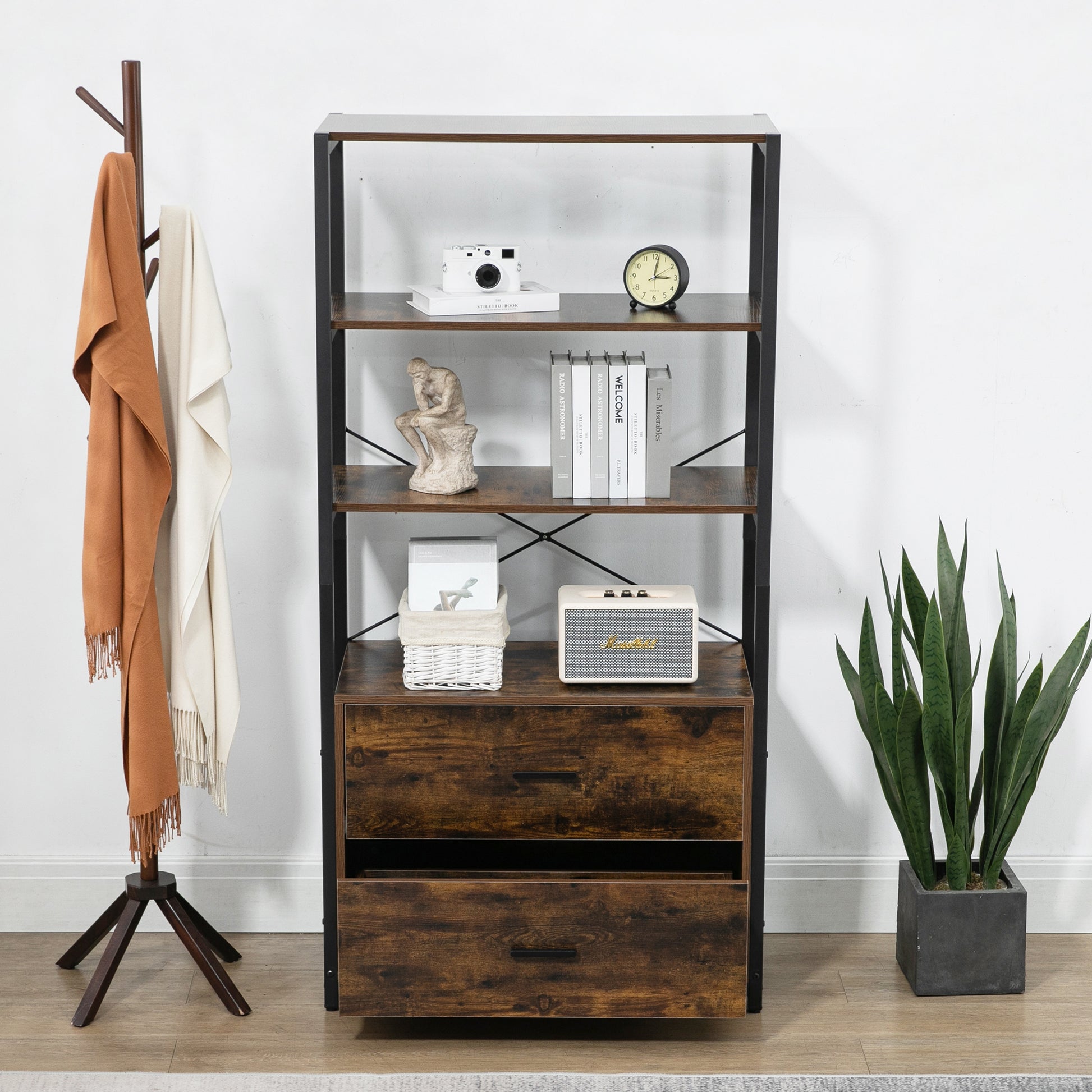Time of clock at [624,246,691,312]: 3:01
